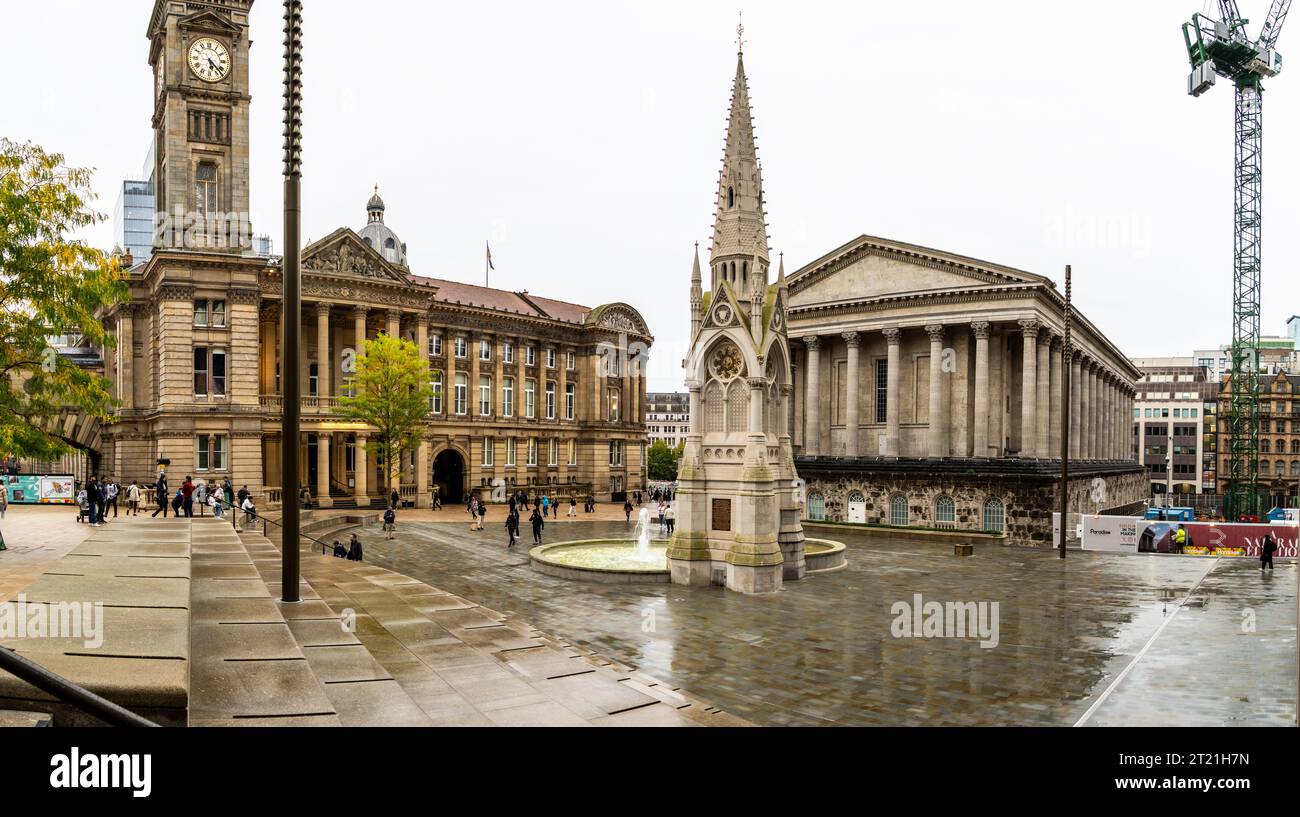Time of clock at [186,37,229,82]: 5:22
